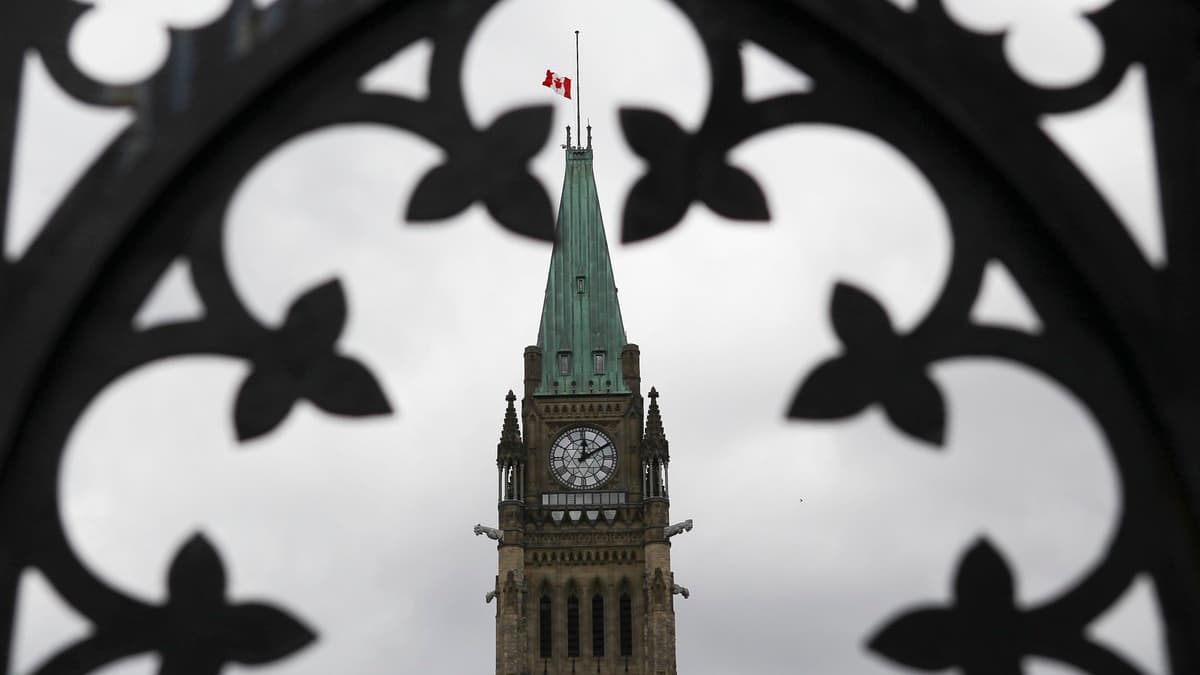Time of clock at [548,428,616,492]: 12:09
